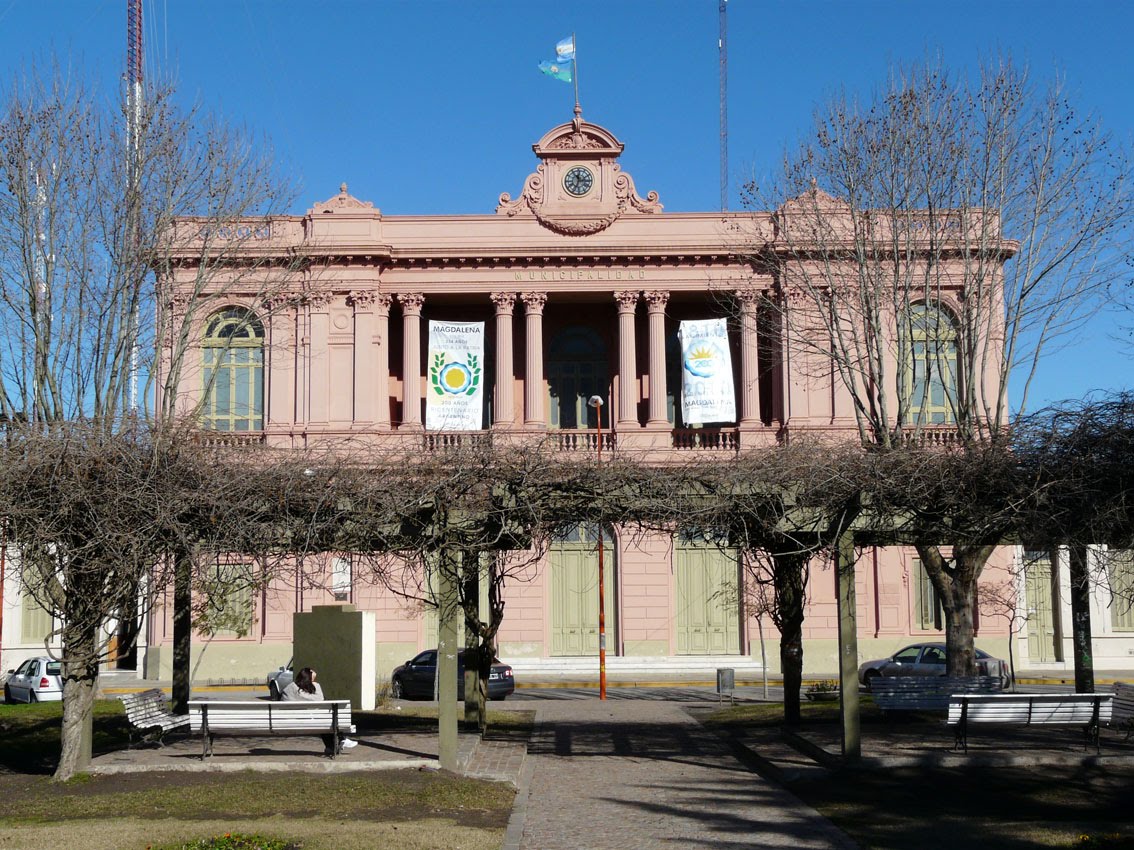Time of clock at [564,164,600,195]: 11:33
